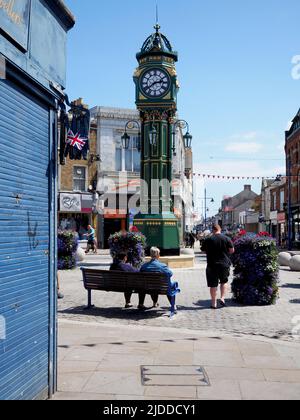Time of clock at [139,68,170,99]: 2:39
